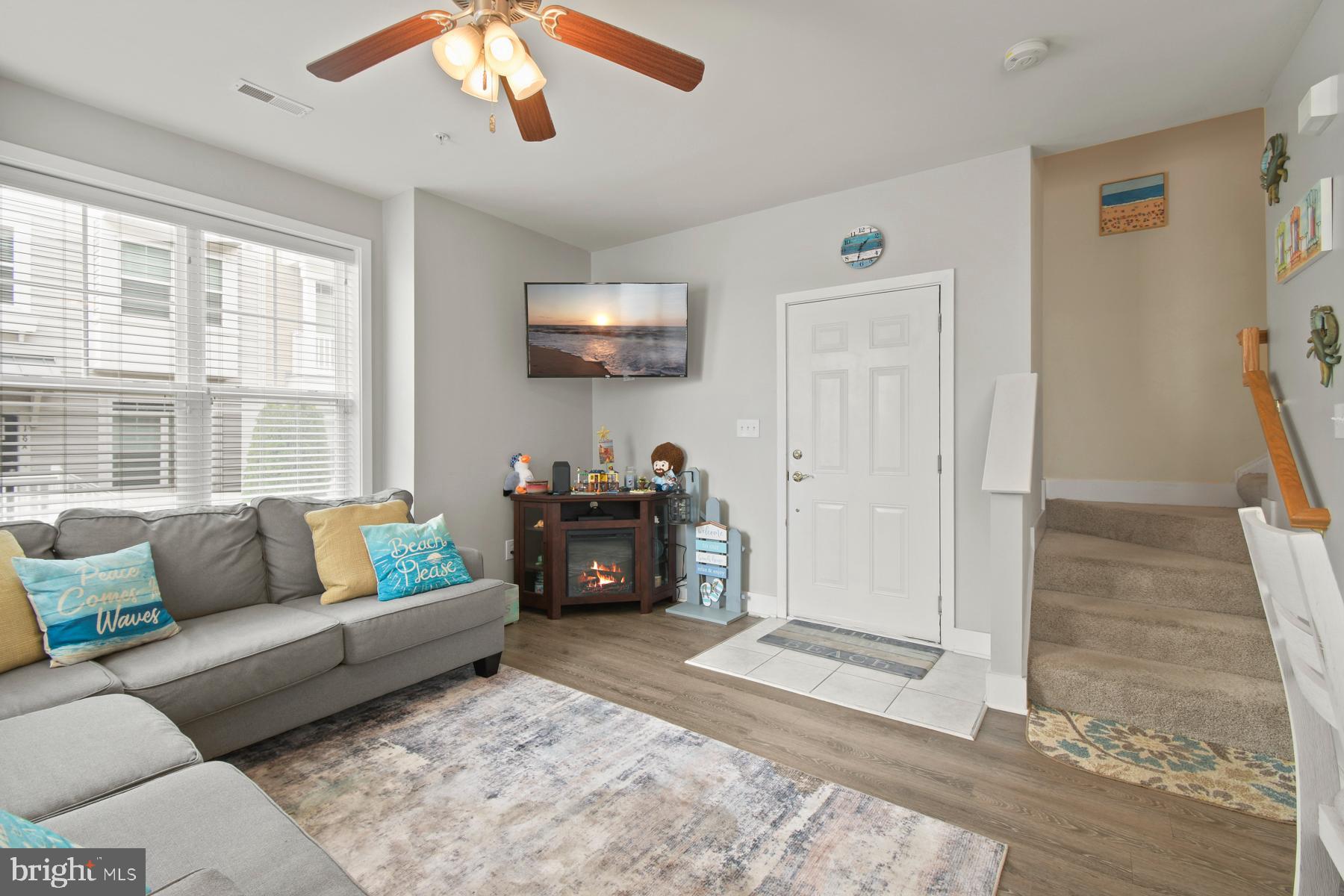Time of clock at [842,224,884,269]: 1:32
